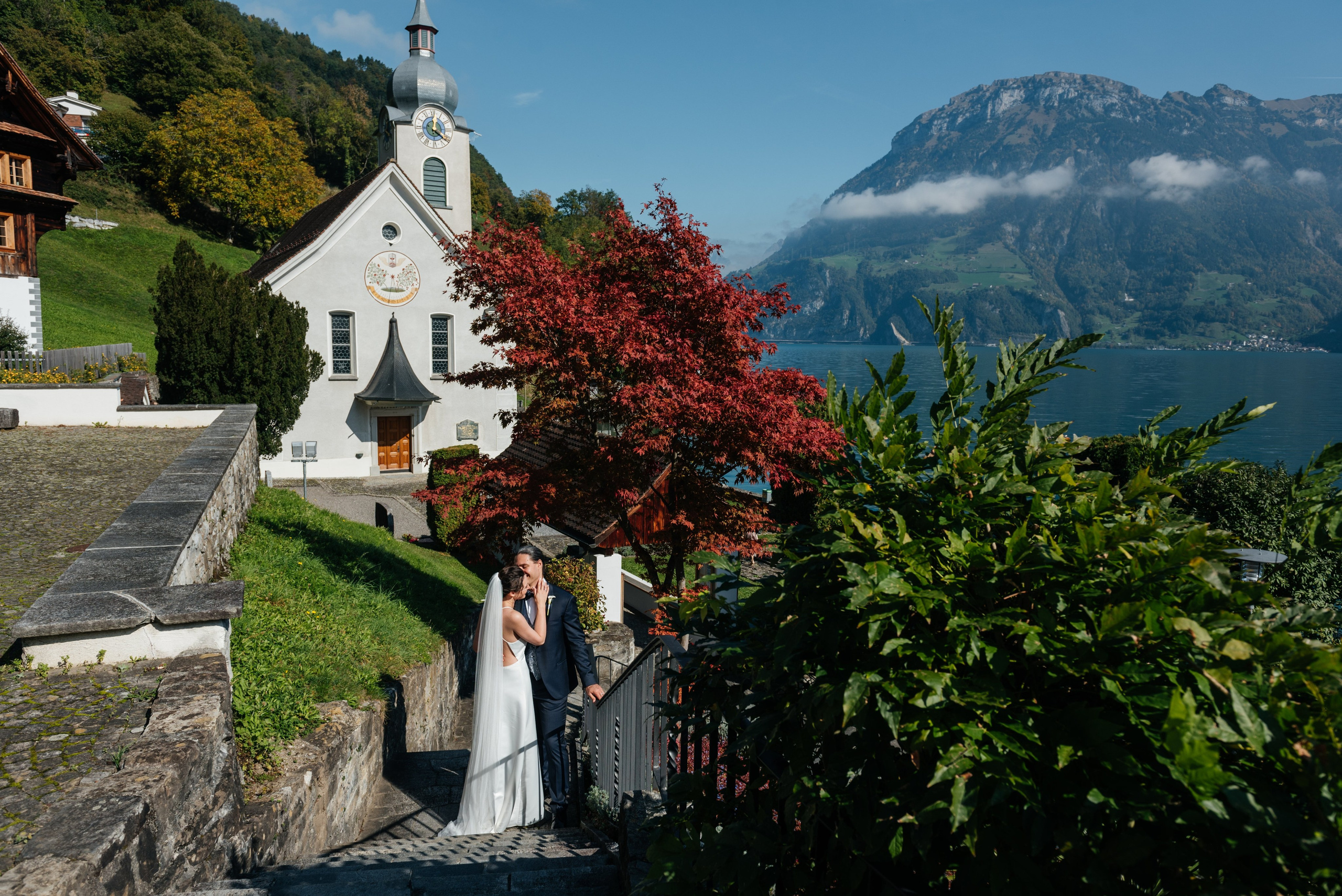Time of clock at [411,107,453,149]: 12:21
